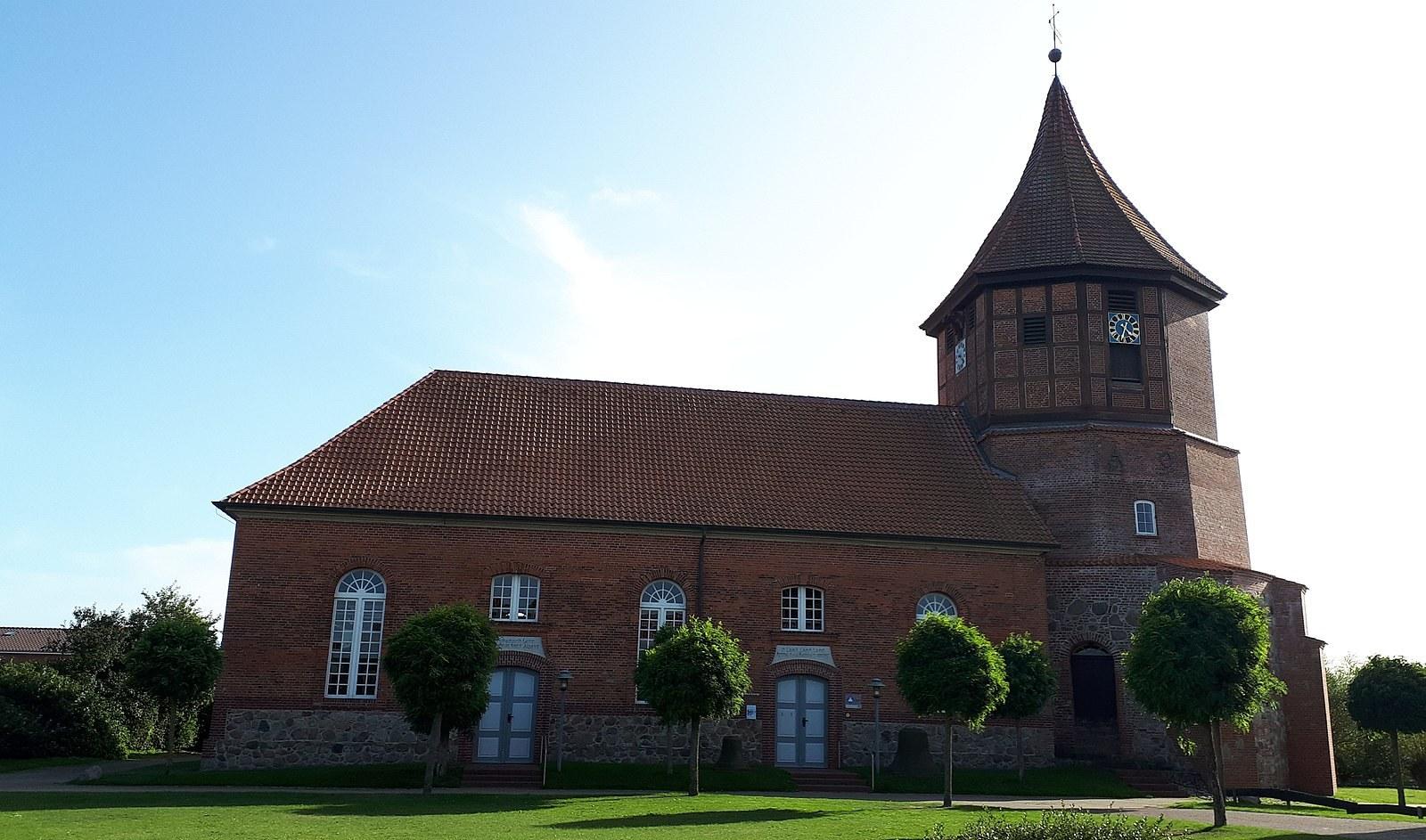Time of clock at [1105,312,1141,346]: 4:33
